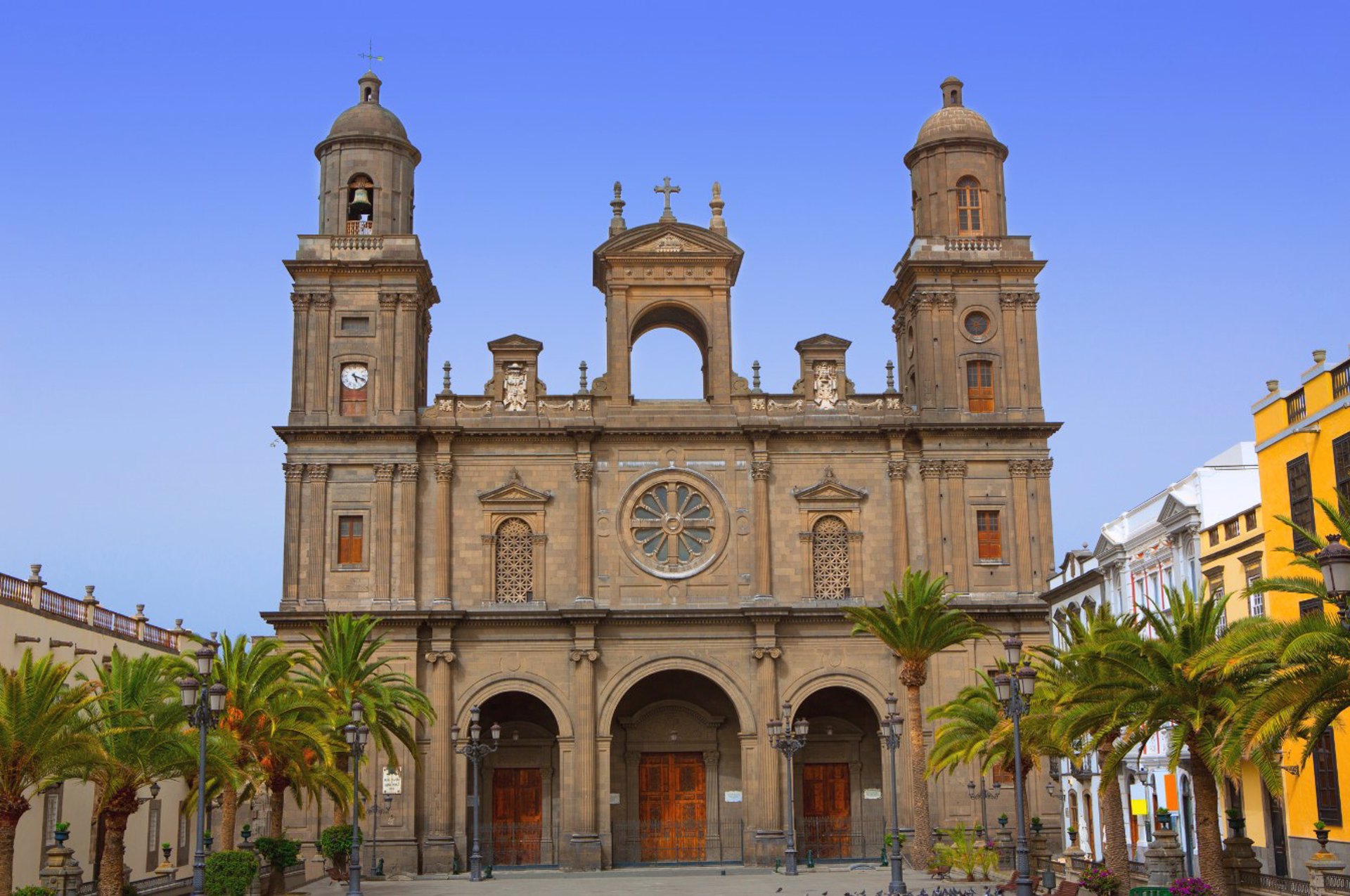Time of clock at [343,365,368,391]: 5:18
